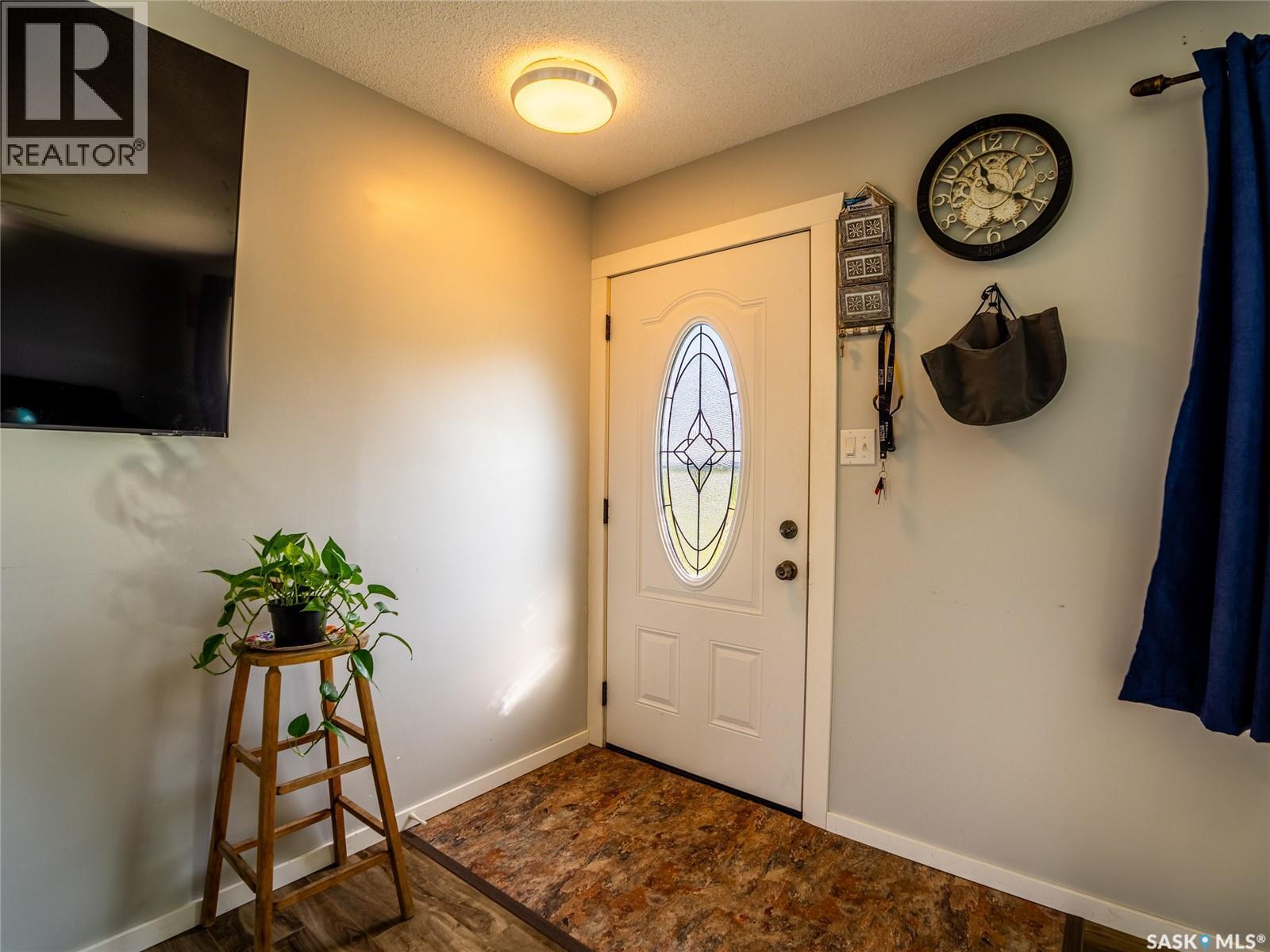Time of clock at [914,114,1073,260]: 11:19
